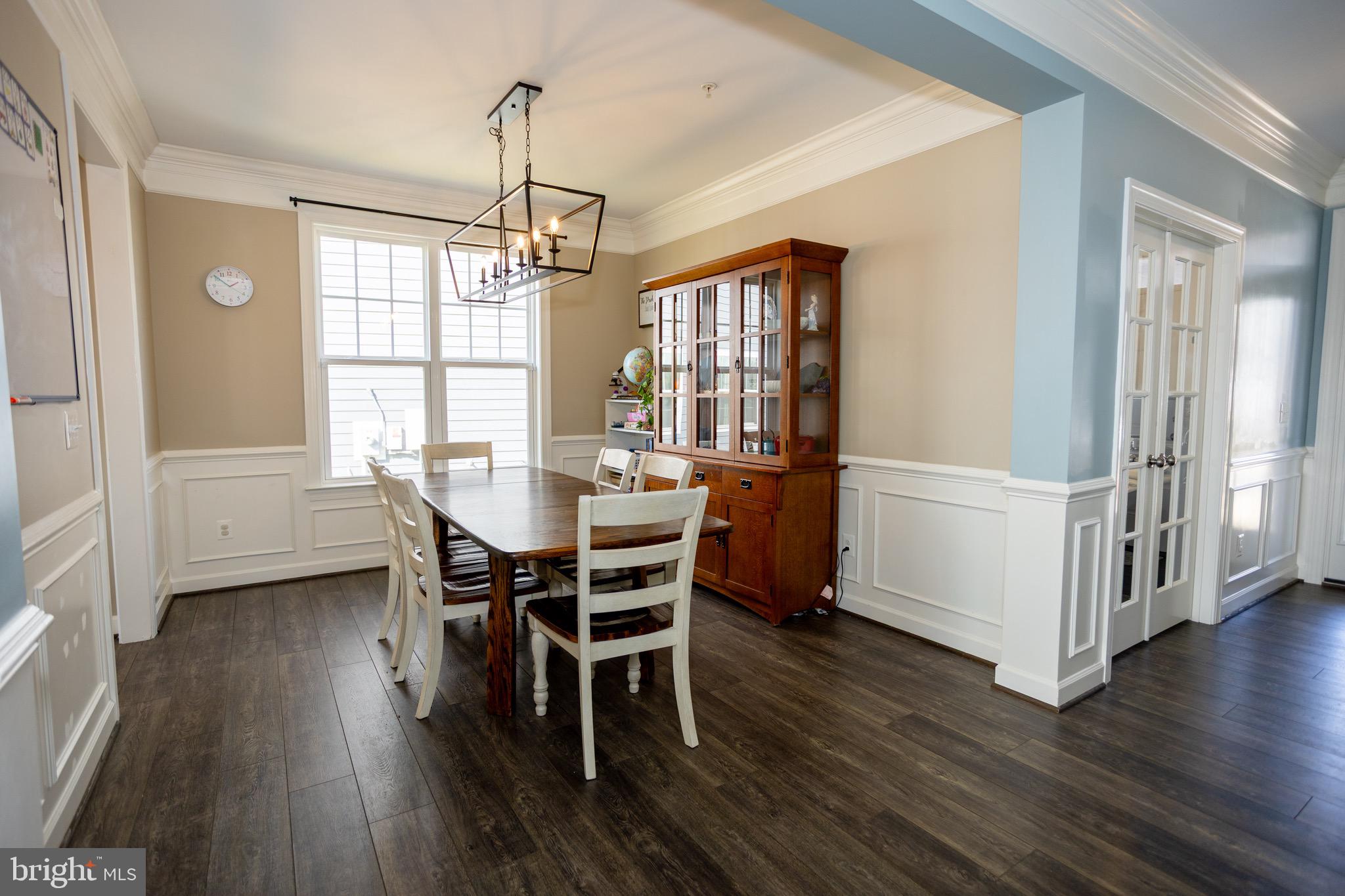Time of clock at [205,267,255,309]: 1:51
